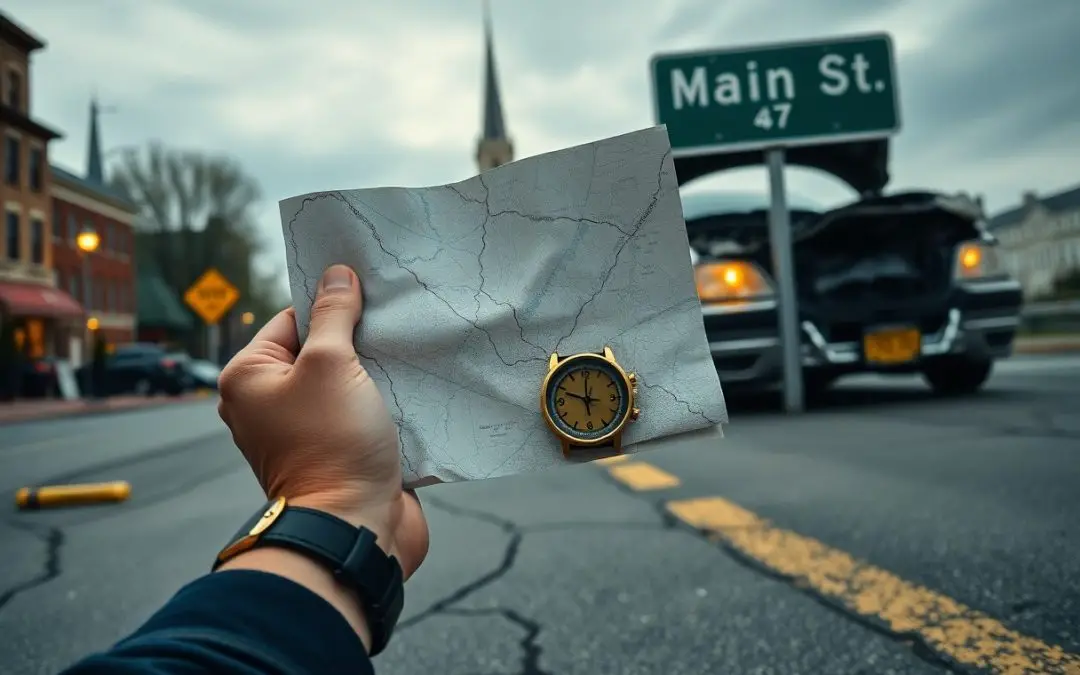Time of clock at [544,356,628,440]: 5:48
